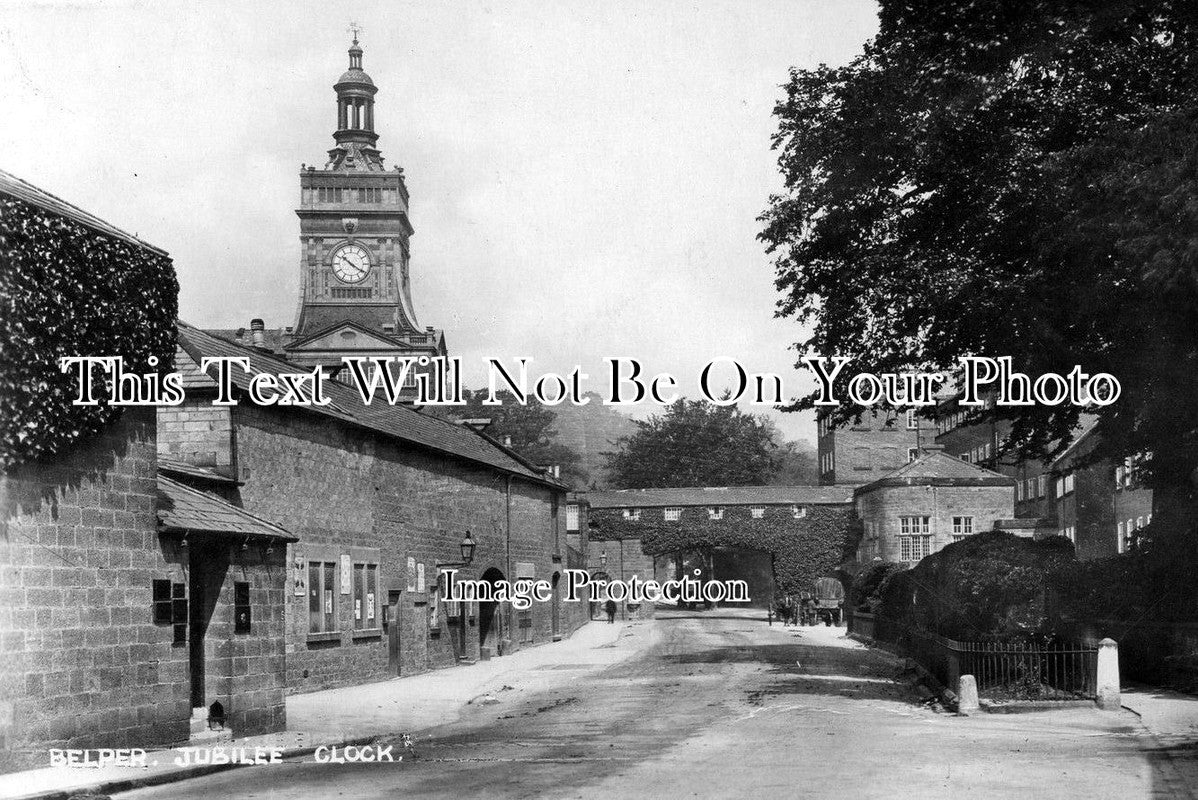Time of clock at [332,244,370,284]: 10:20
